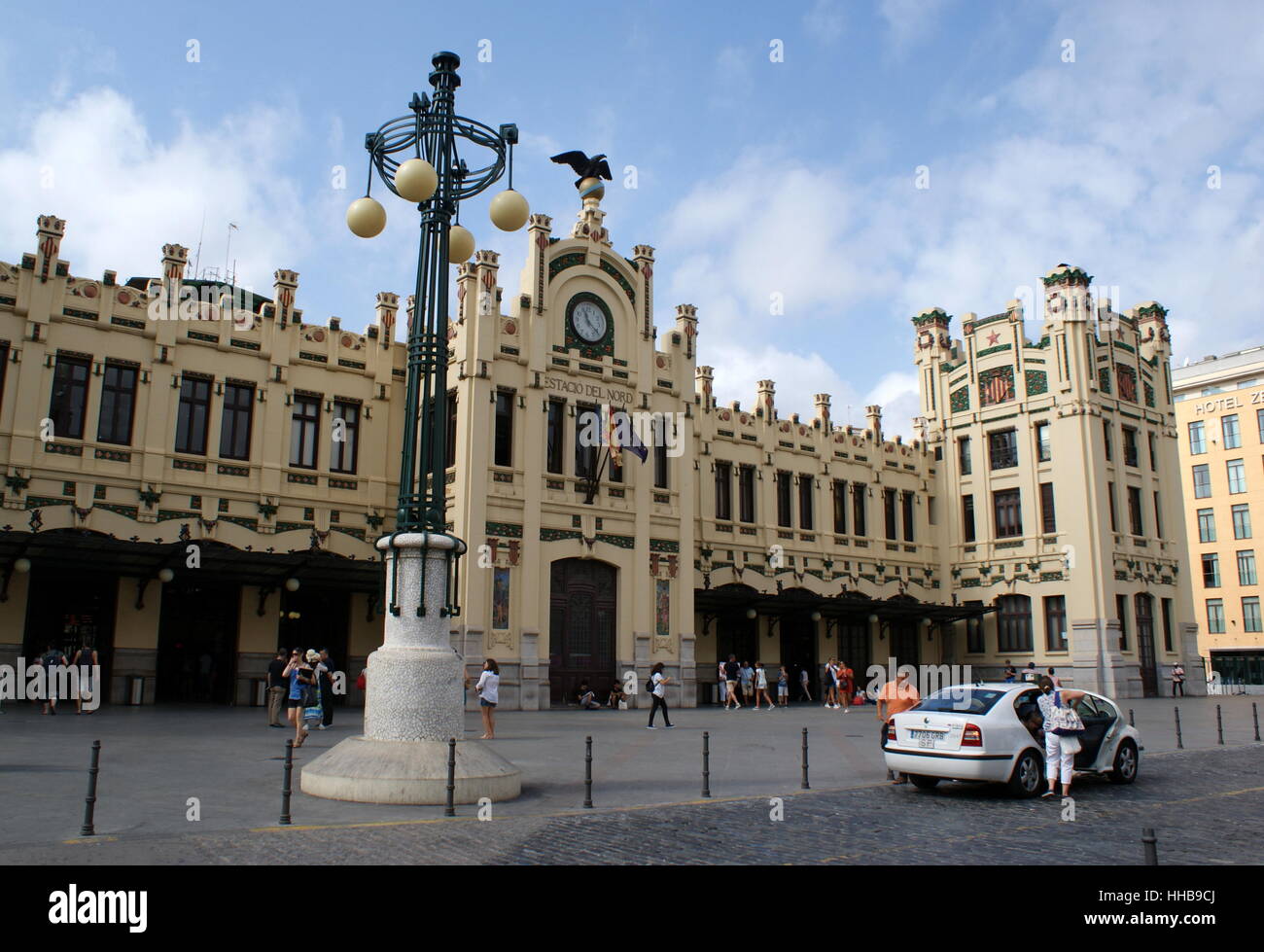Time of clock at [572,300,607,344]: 11:21
